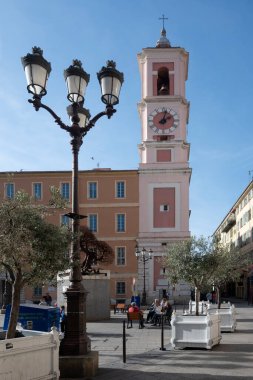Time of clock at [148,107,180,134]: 2:02
